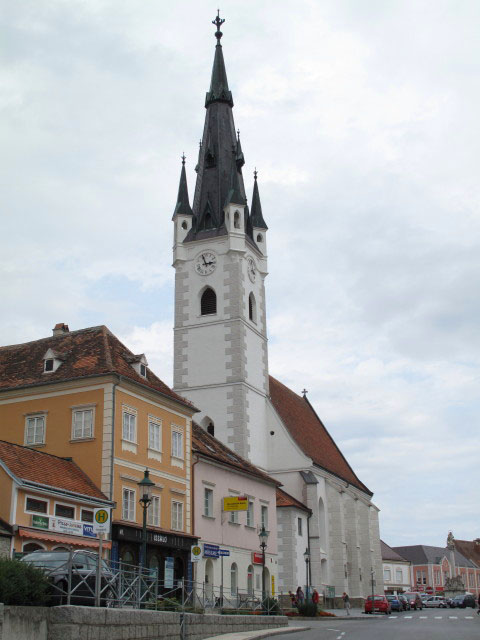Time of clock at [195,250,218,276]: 2:56
